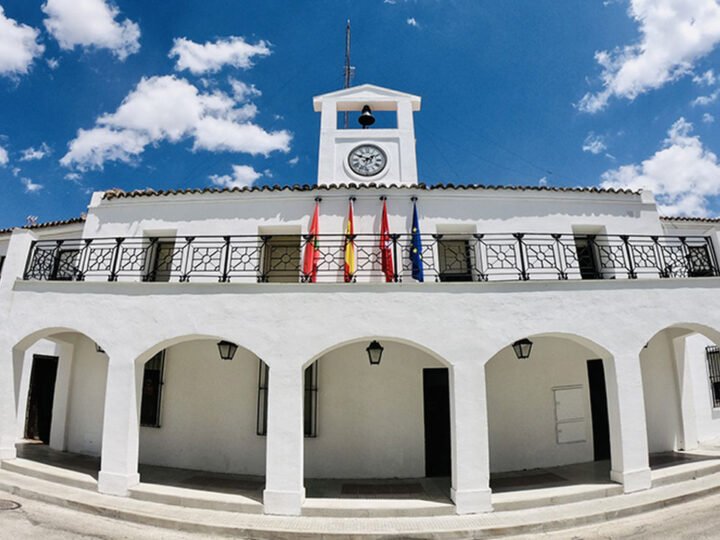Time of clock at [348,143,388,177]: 1:49
